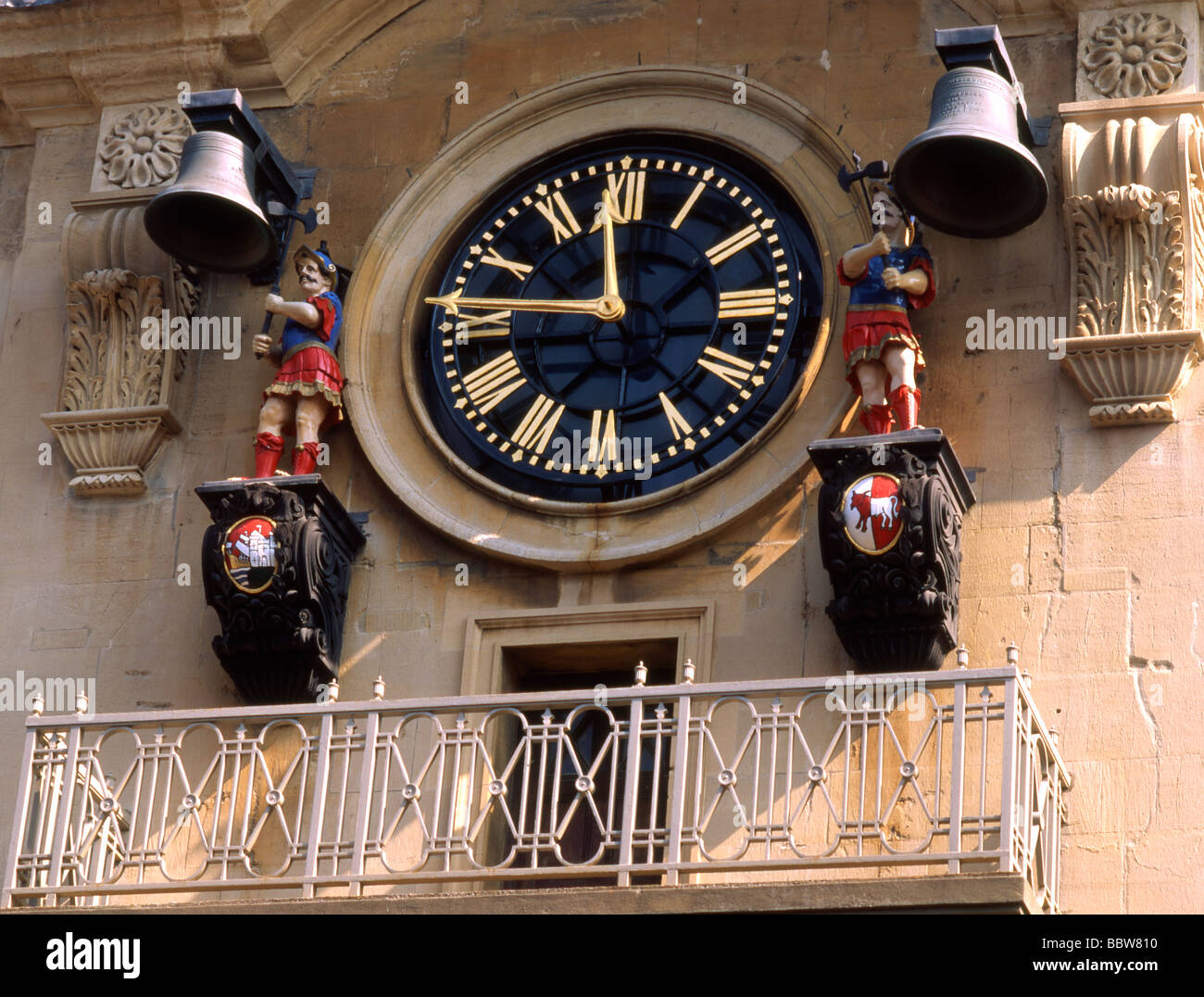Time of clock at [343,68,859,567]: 11:46
